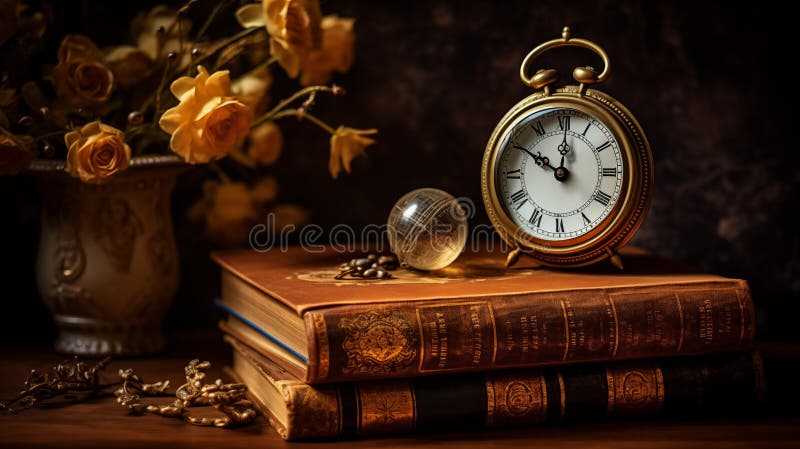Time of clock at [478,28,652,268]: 10:00
